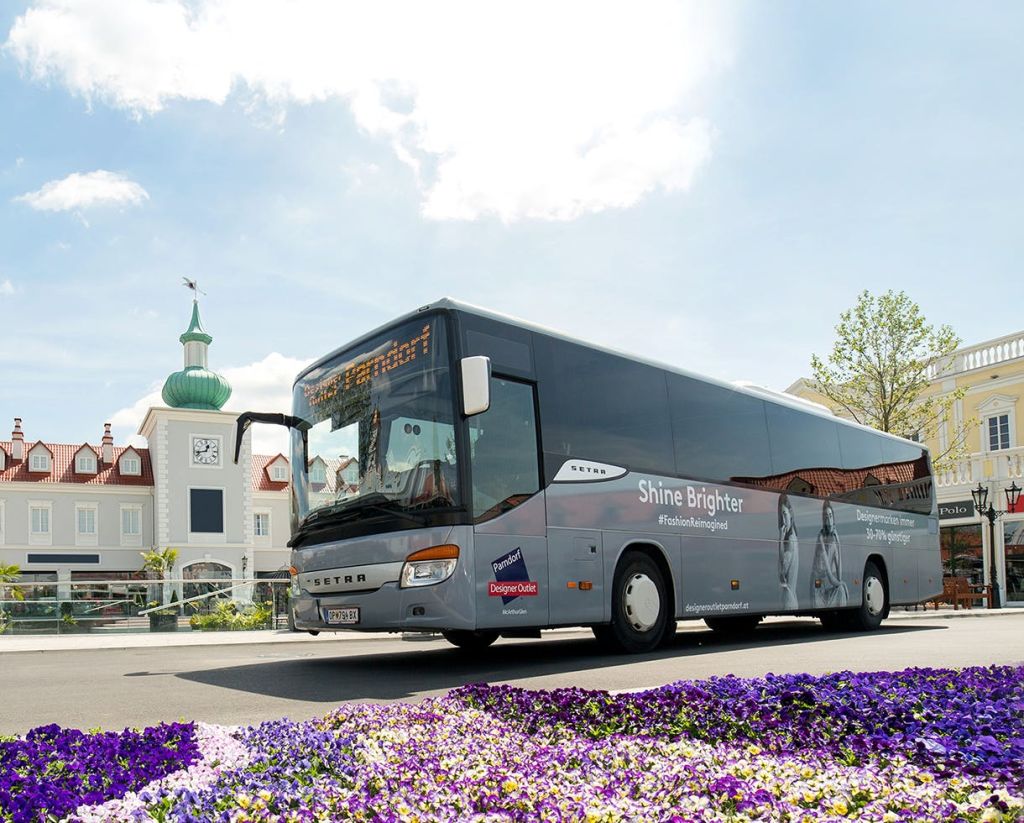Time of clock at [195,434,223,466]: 12:42
